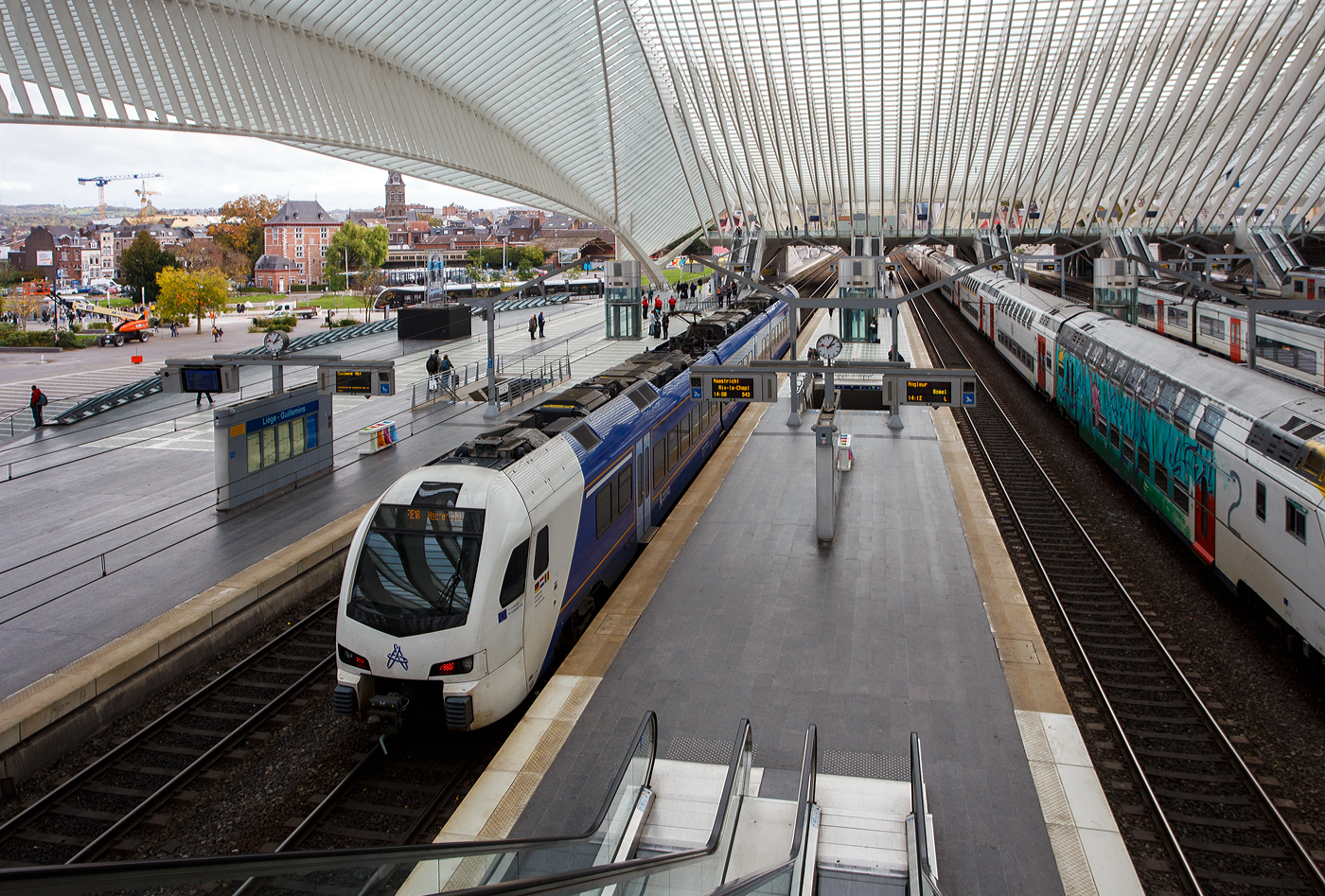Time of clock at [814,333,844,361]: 2:06
